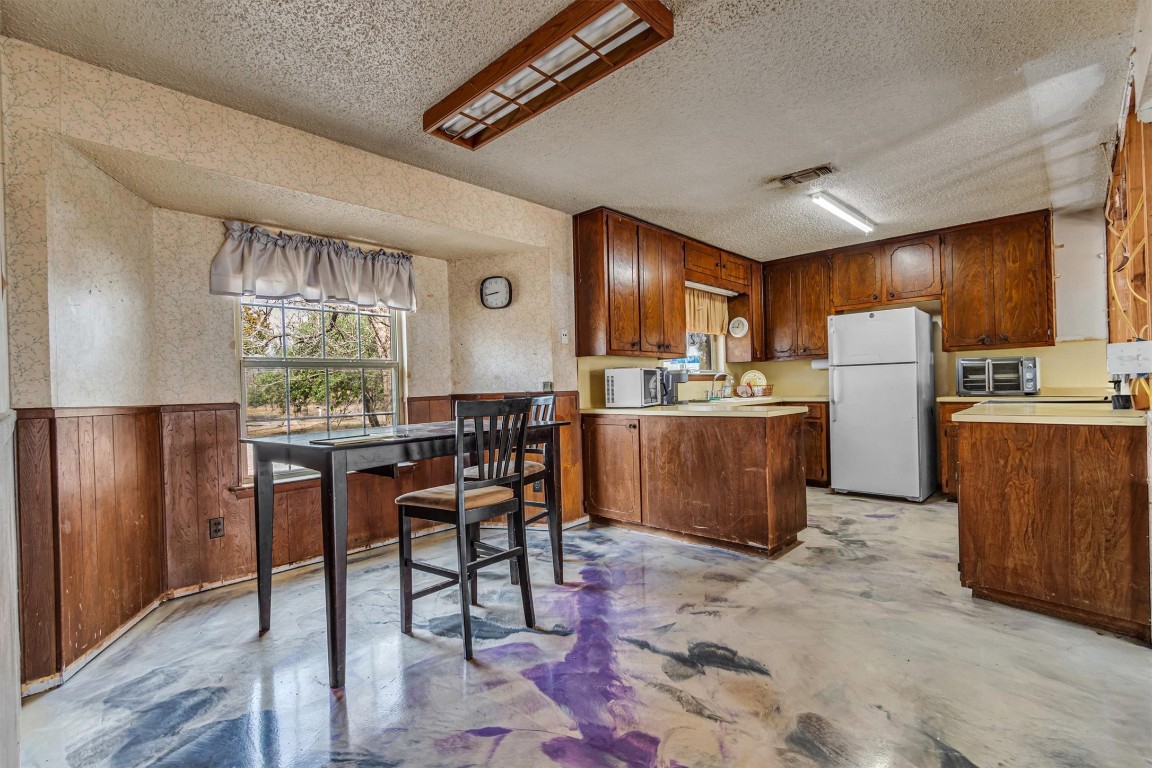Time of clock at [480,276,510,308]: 8:43
